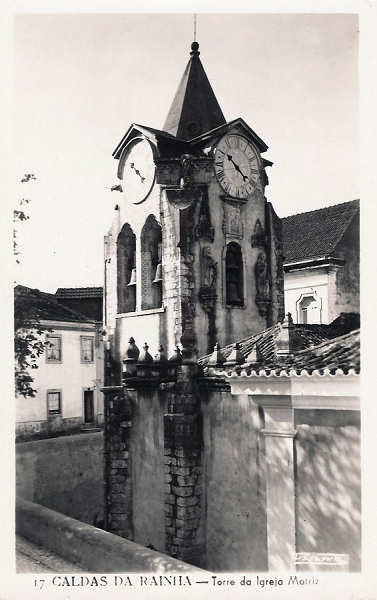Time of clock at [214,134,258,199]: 10:21
